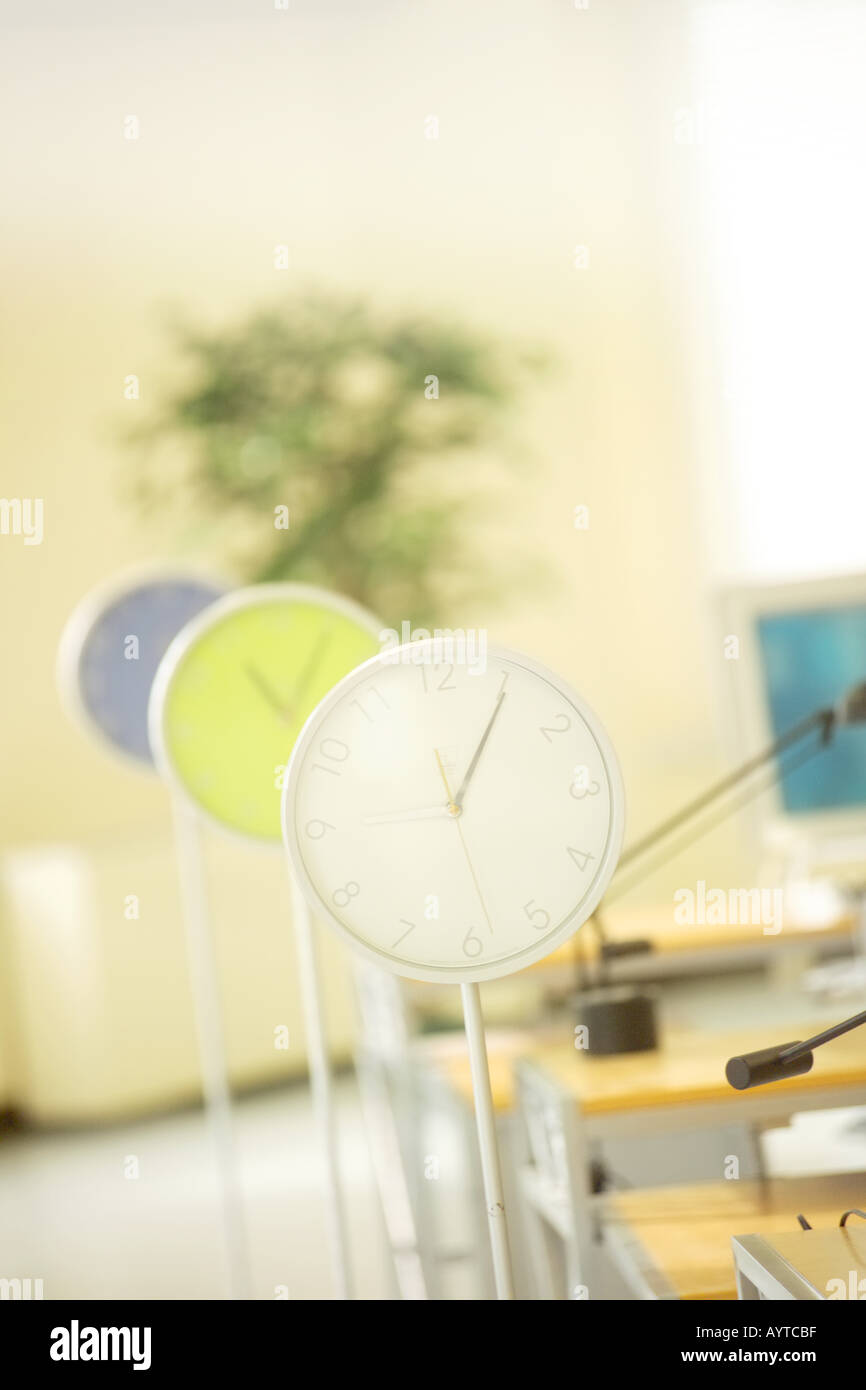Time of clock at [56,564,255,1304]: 1:05
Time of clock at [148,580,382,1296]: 1:05
